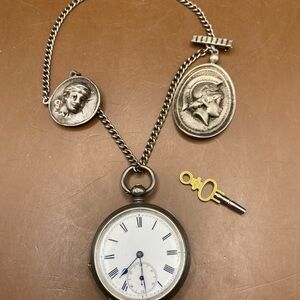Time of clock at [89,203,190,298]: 7:29
